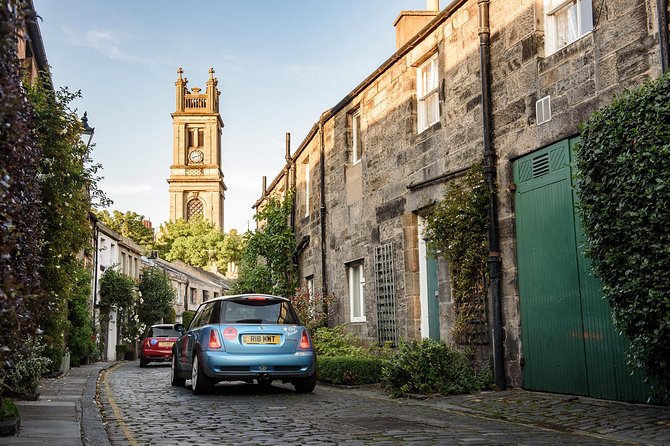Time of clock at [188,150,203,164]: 8:12
